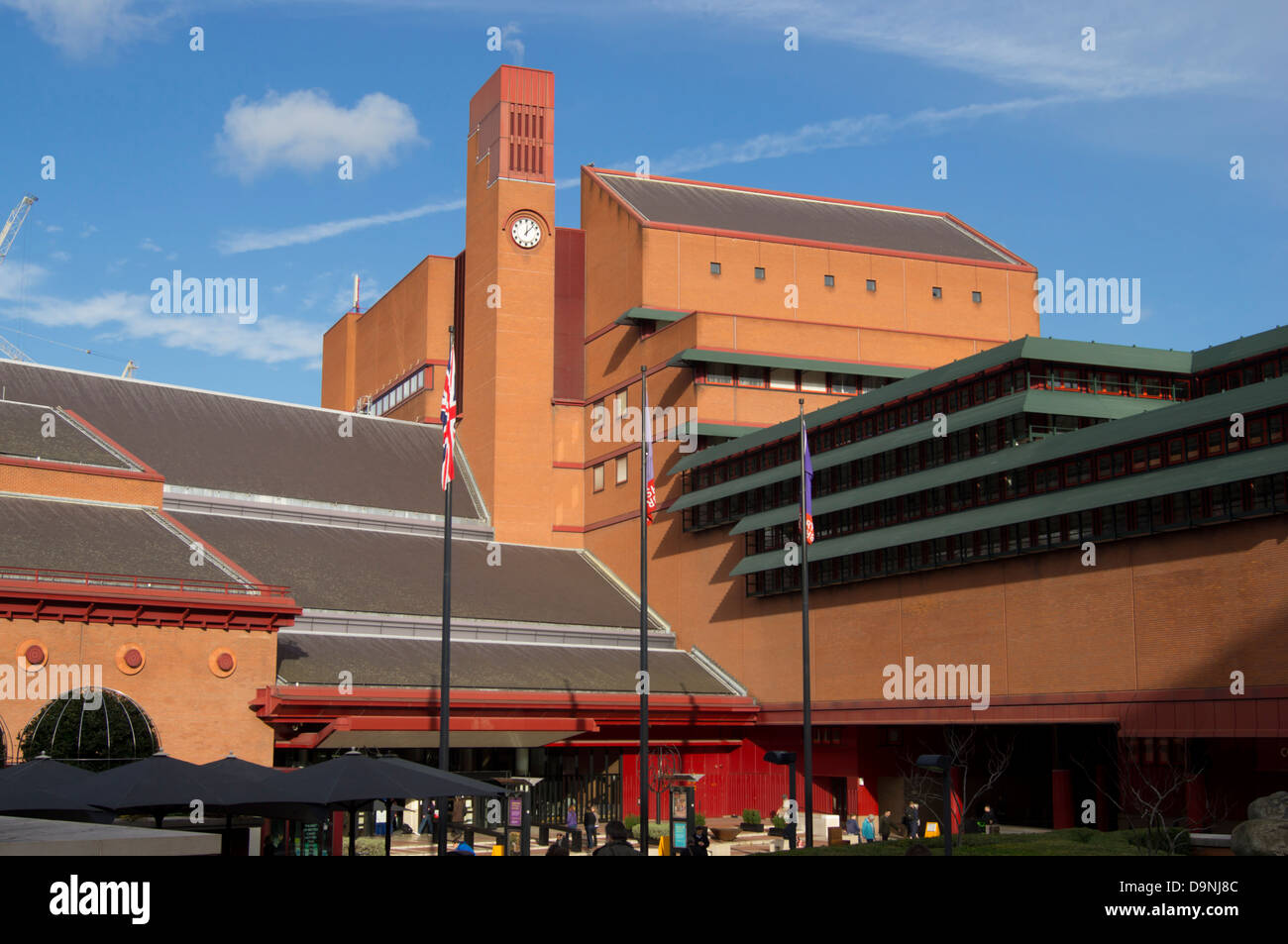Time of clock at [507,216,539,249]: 12:07
